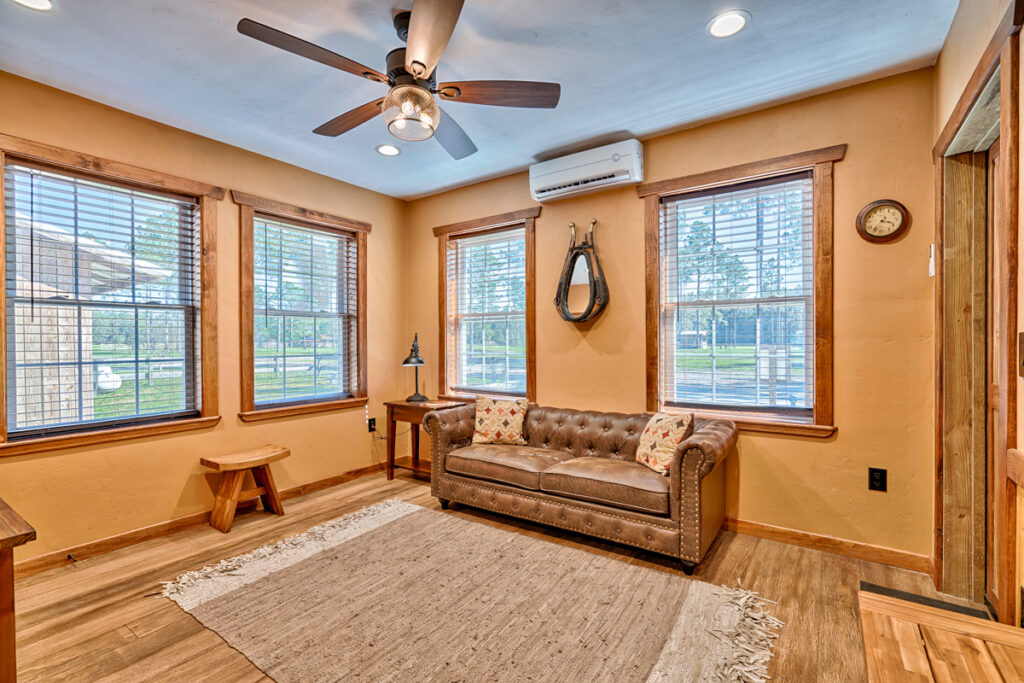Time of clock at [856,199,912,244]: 3:36
